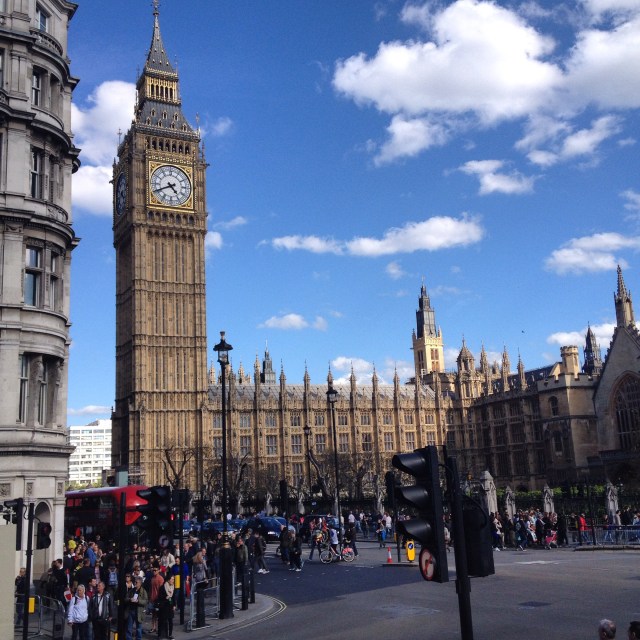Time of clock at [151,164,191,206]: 4:40
